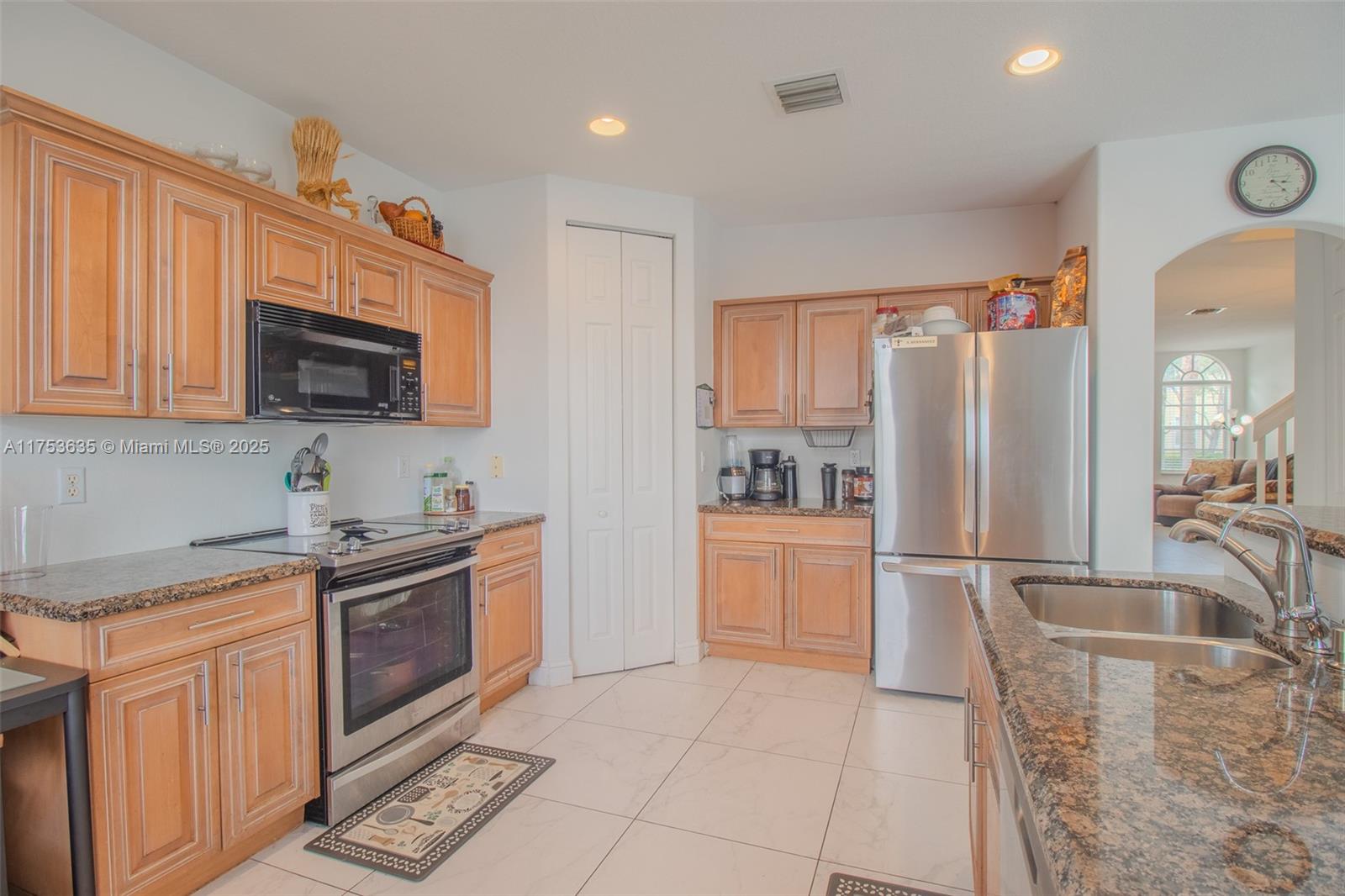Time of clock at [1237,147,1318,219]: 3:22
